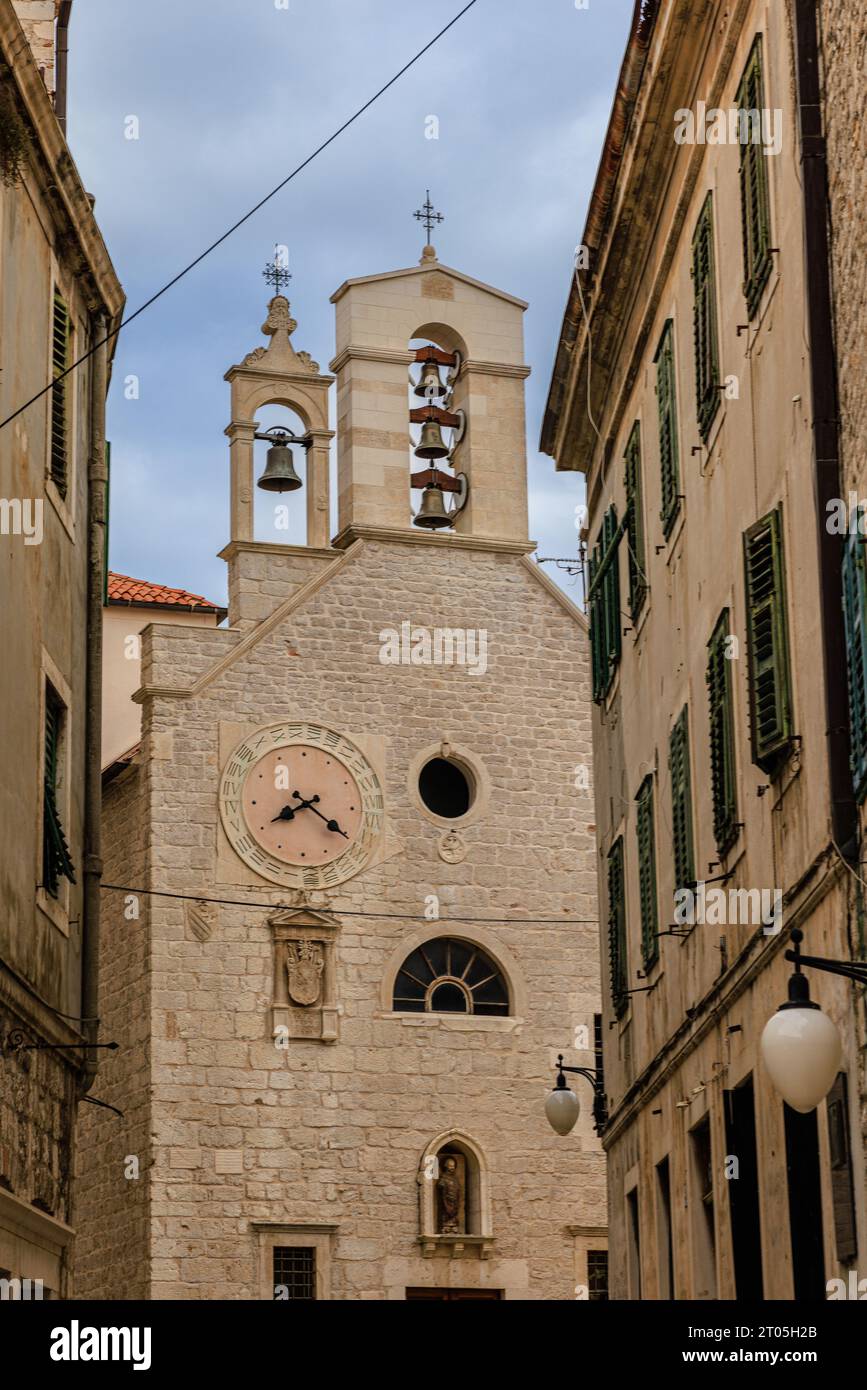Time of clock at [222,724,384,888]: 8:20
